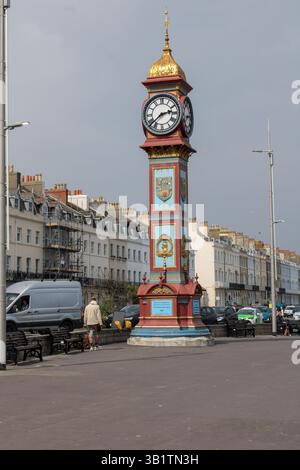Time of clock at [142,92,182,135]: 2:38
